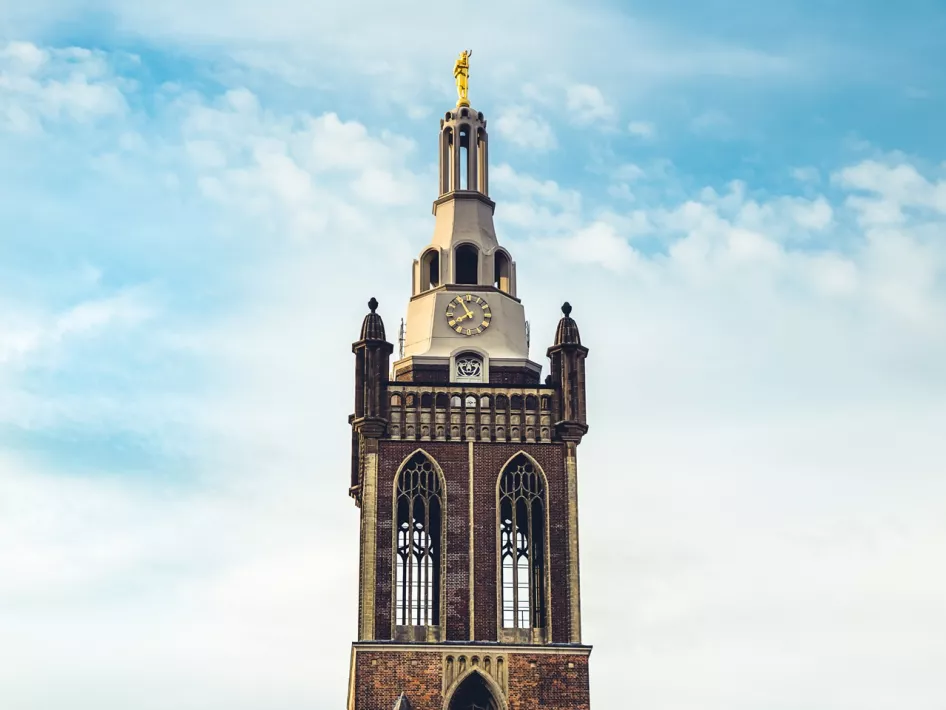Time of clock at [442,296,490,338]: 7:55
